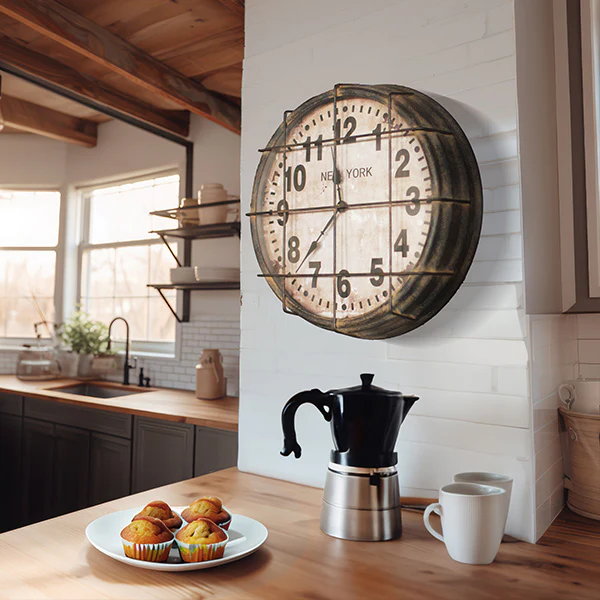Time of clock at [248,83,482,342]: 11:37
